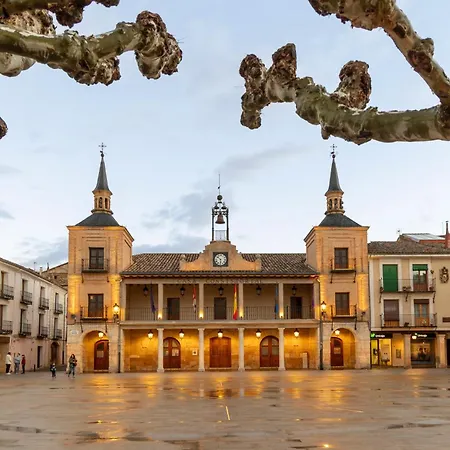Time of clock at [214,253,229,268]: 5:51
